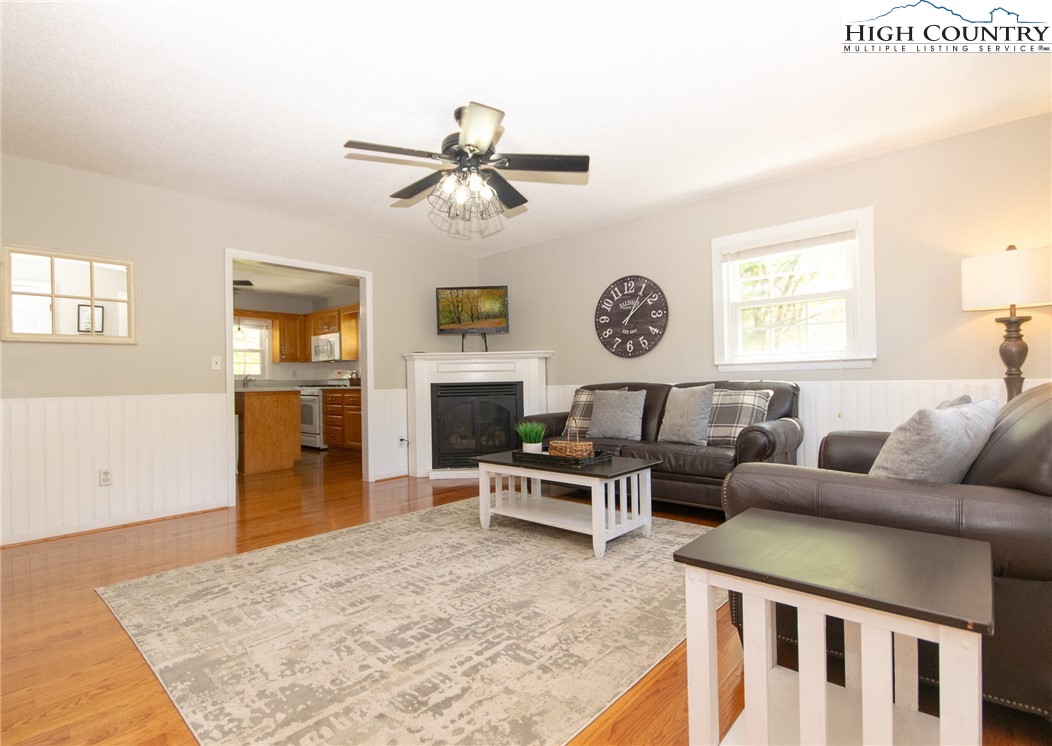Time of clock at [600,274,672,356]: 1:08
